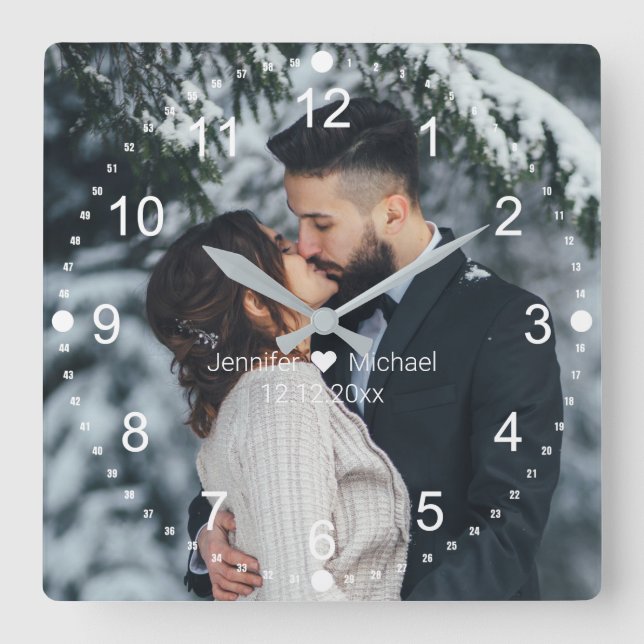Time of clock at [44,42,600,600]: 1:50
